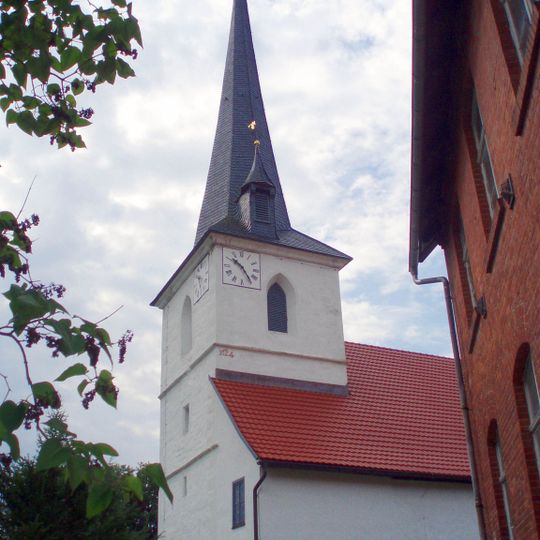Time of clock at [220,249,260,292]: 10:24
